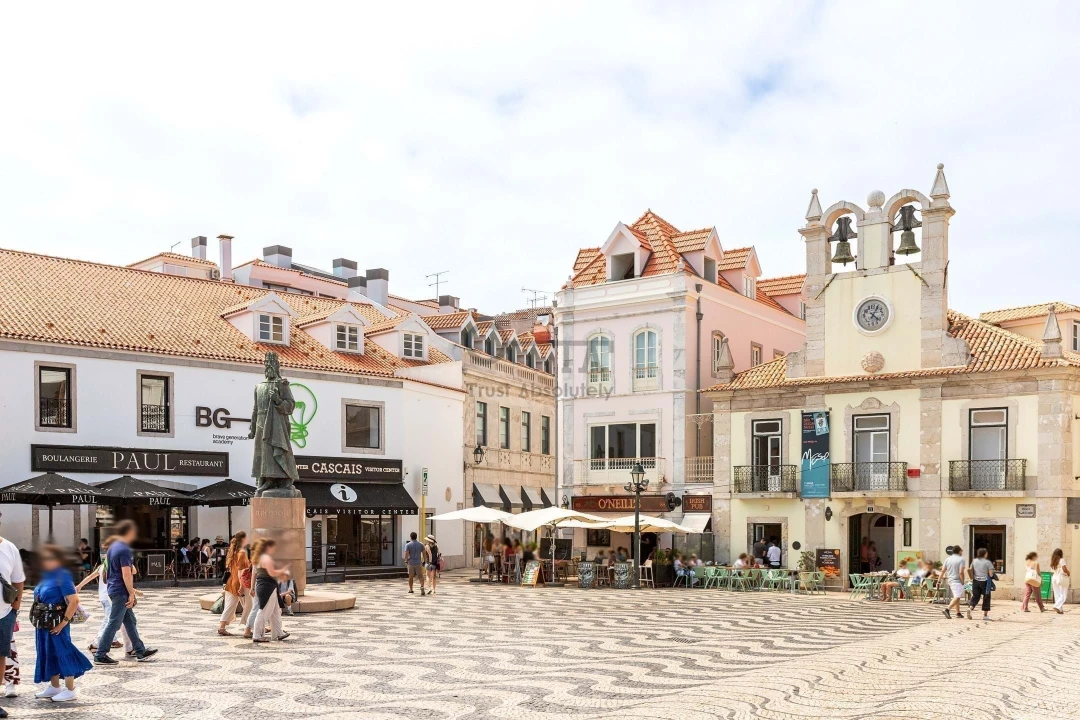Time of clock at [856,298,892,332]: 4:04
